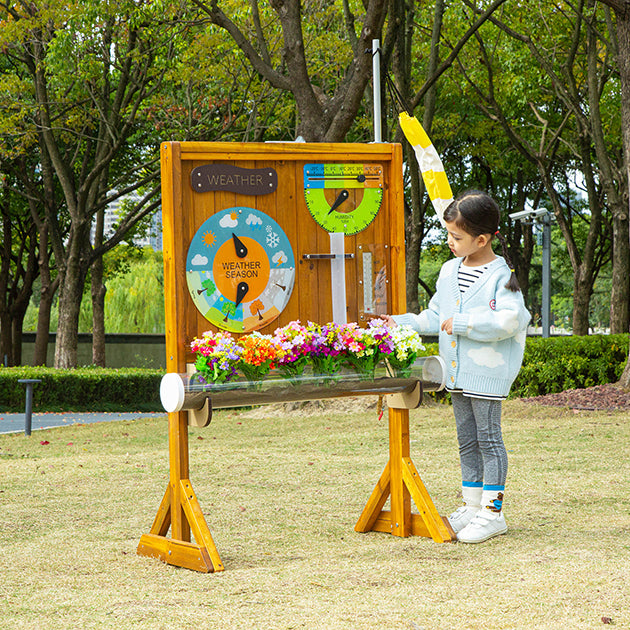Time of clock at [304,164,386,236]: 7:36
